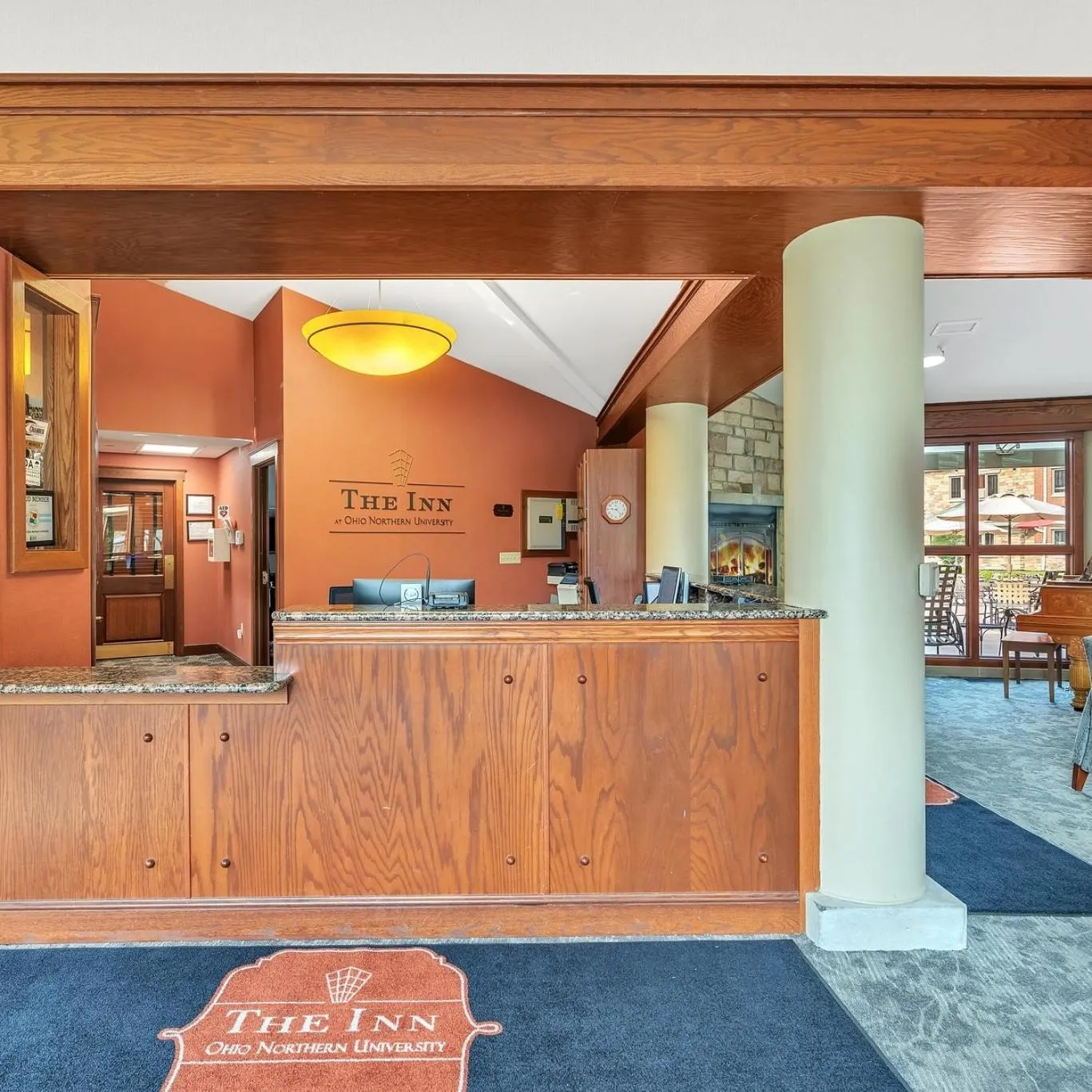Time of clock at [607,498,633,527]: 9:22
